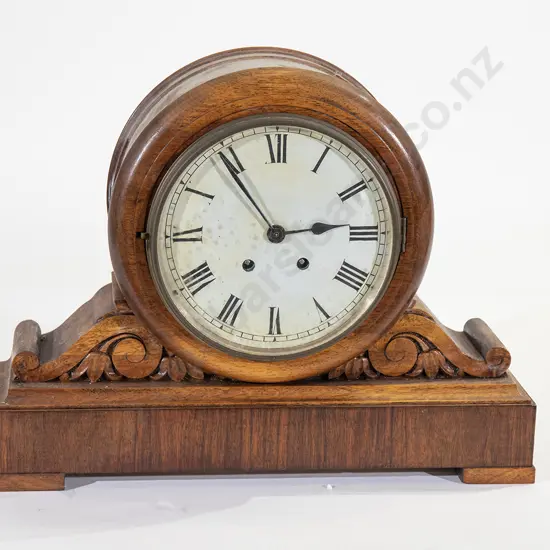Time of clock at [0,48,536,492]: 2:54
